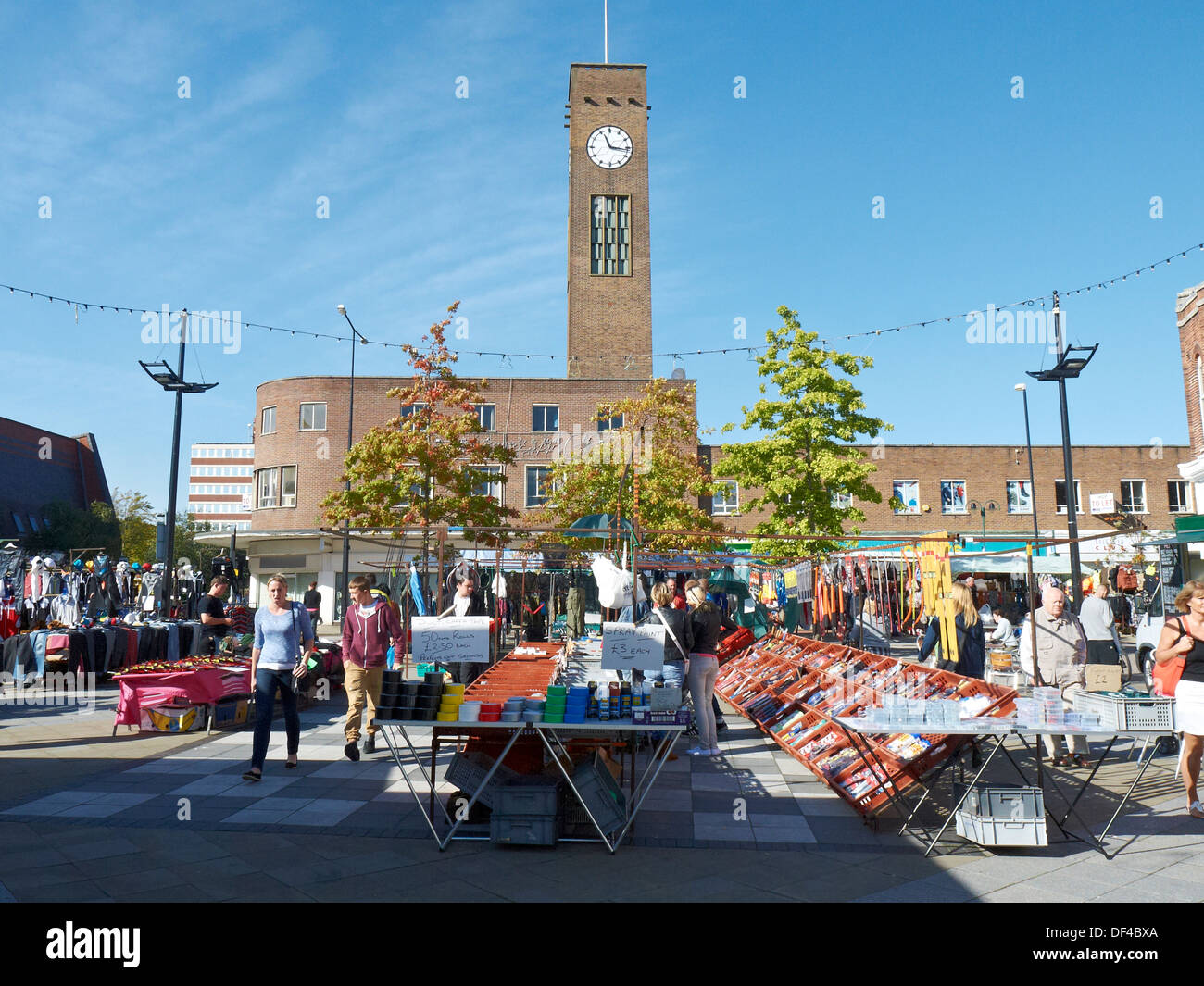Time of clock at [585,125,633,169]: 11:16
